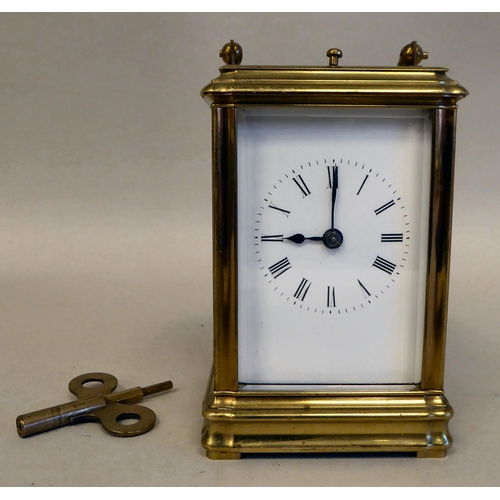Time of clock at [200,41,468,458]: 9:00
